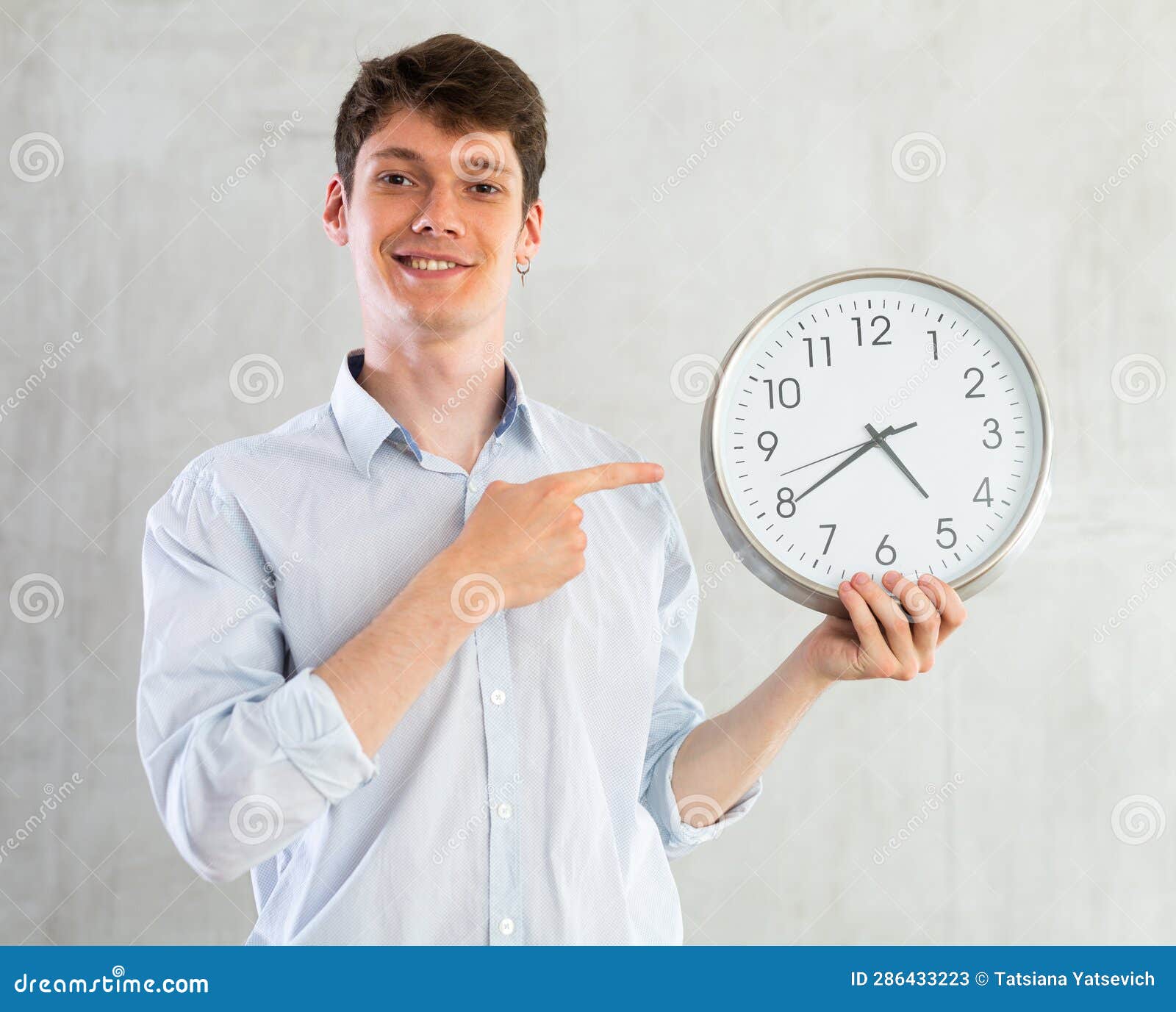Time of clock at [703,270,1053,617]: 4:39
